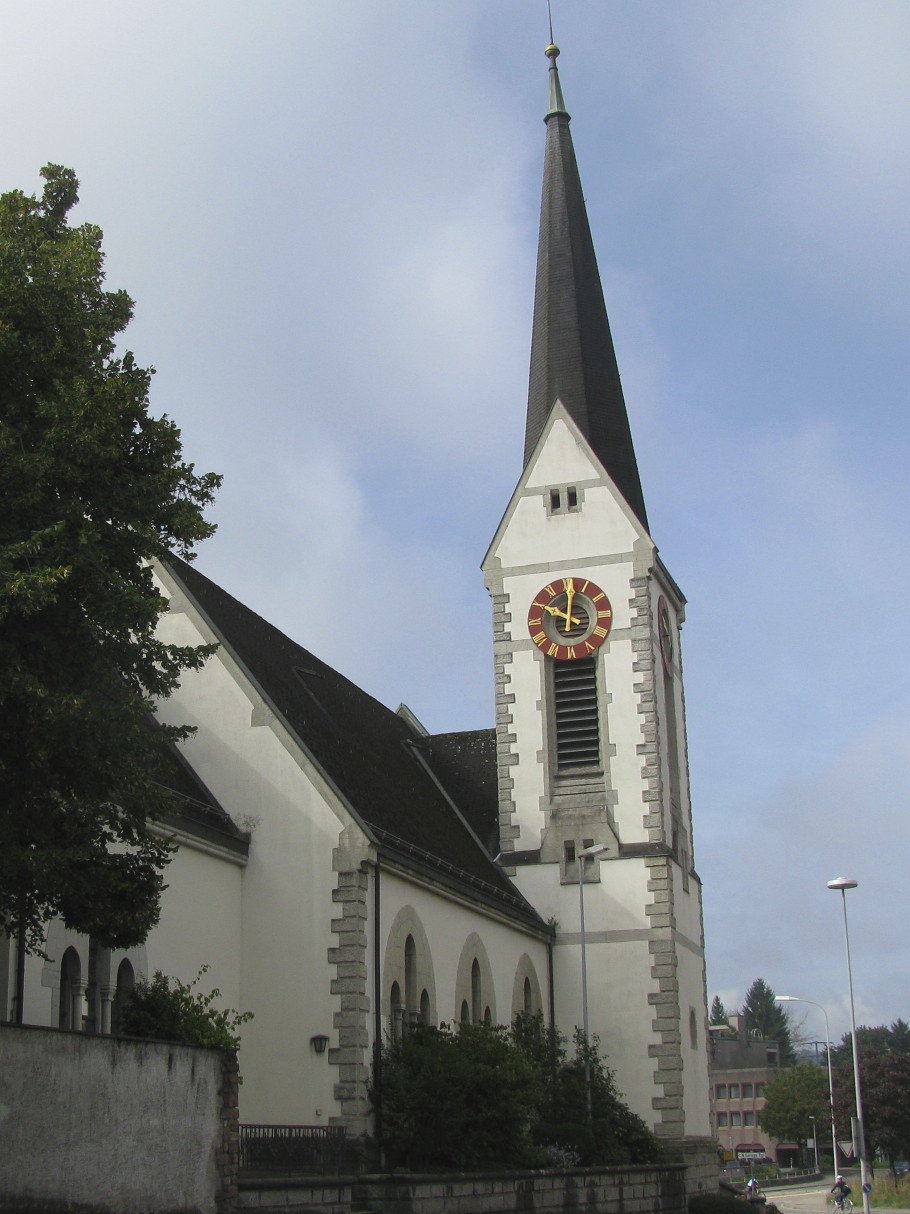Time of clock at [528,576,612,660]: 10:00
